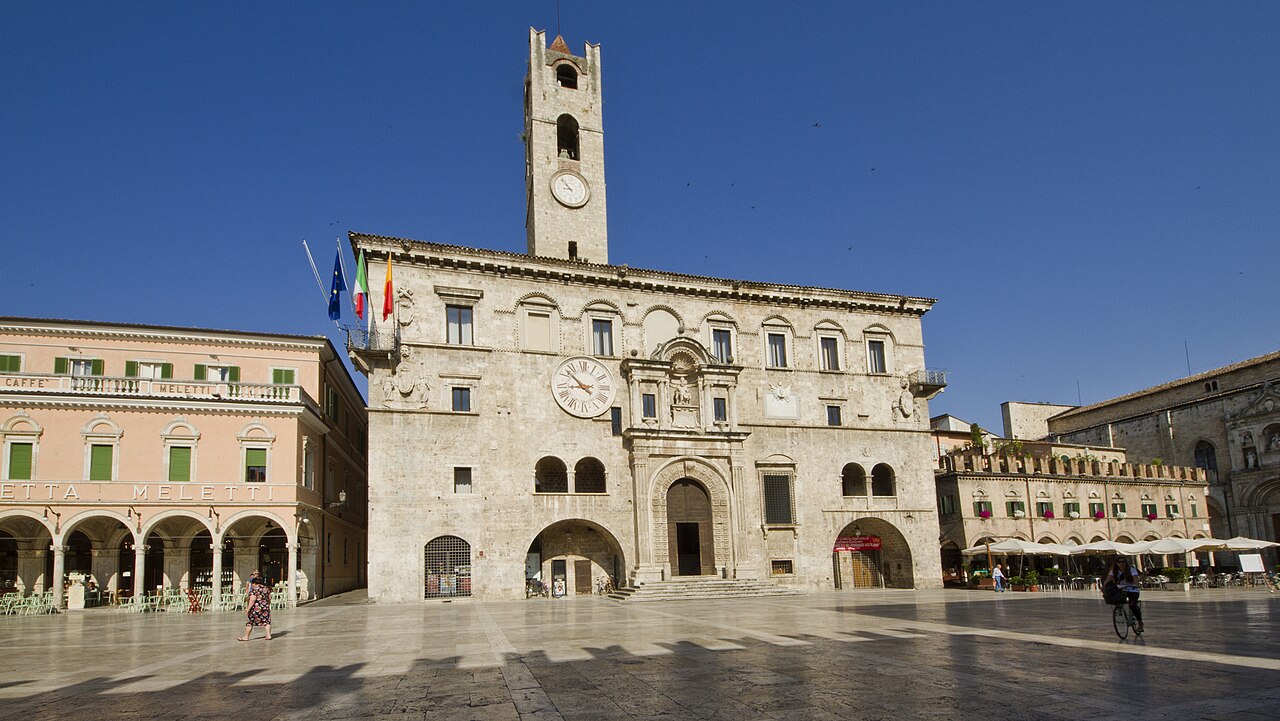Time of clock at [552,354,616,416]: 8:52
